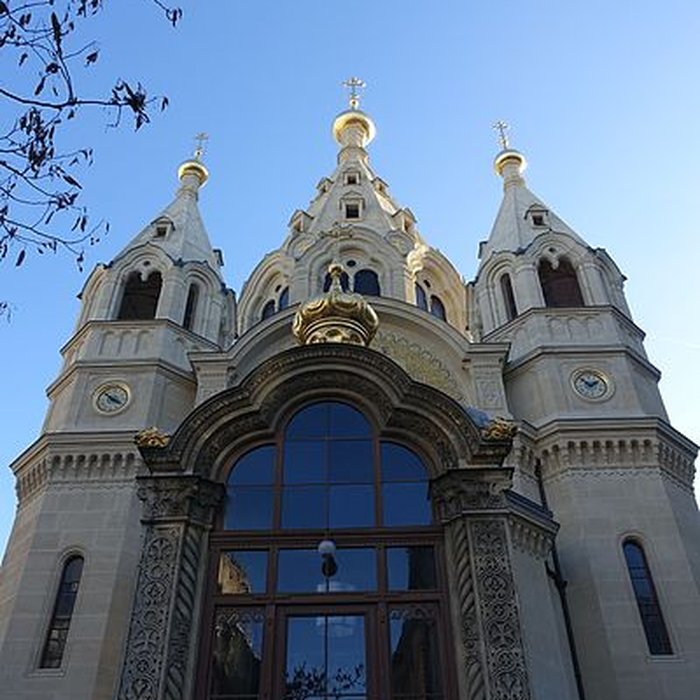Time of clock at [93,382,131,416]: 3:52
